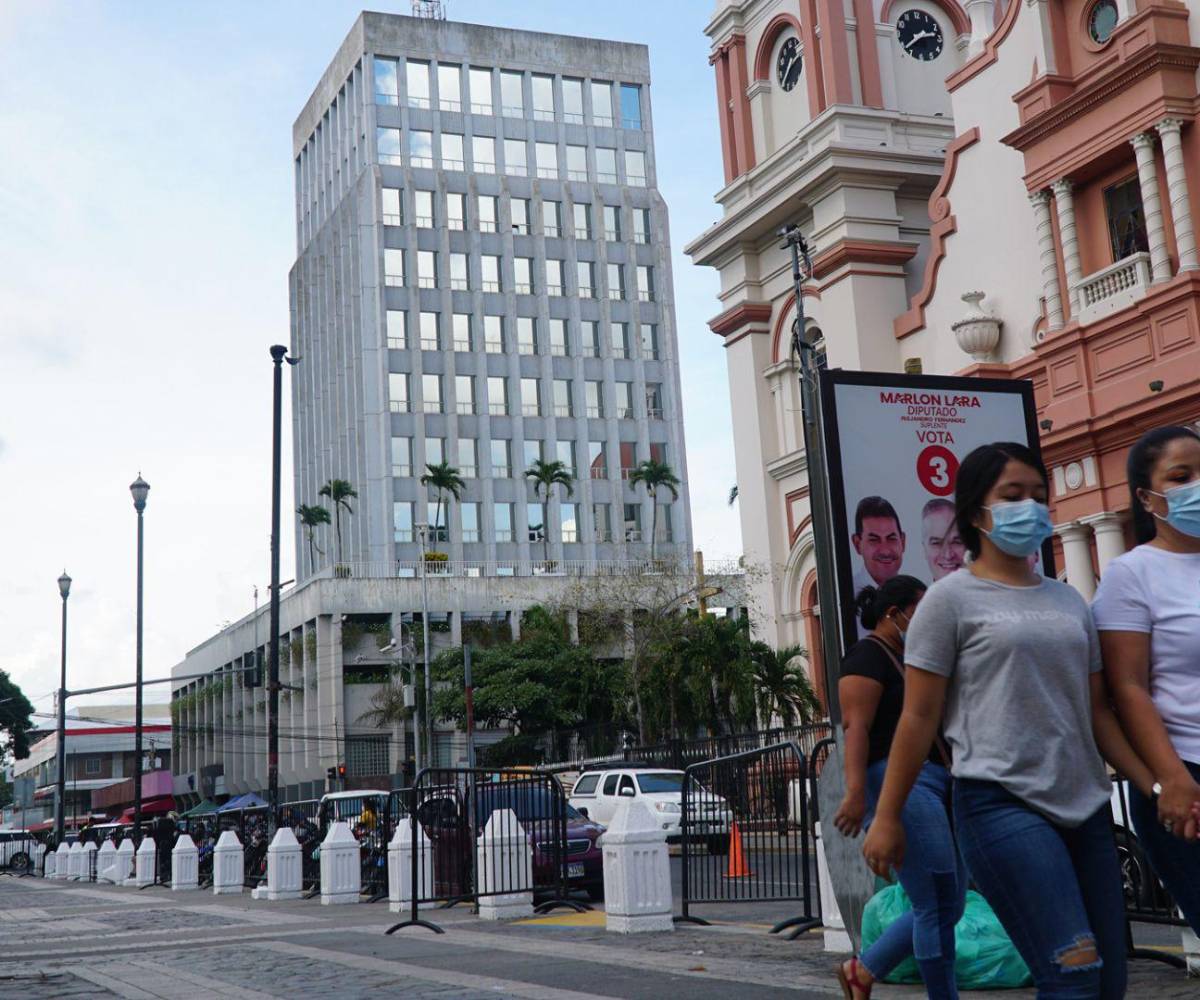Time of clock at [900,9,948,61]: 2:39
